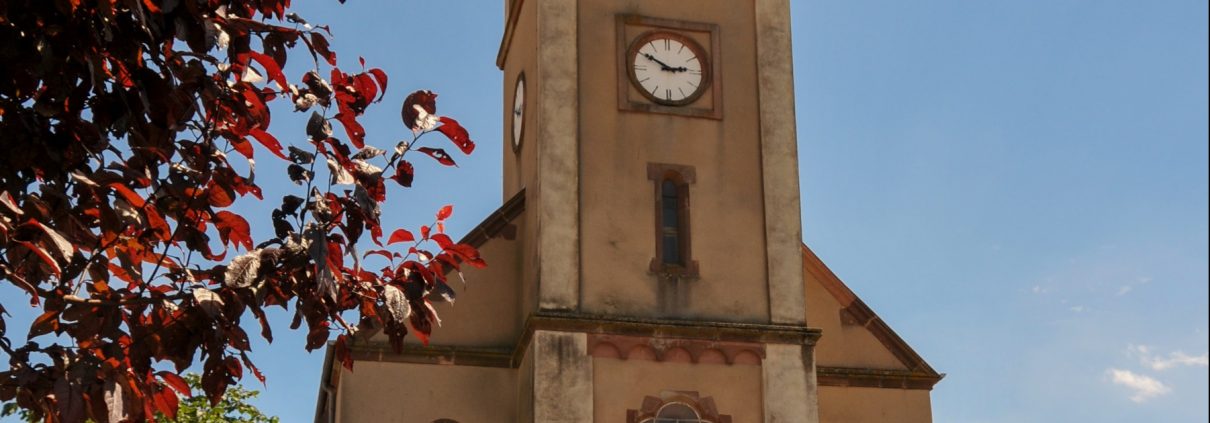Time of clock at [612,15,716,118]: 2:50
